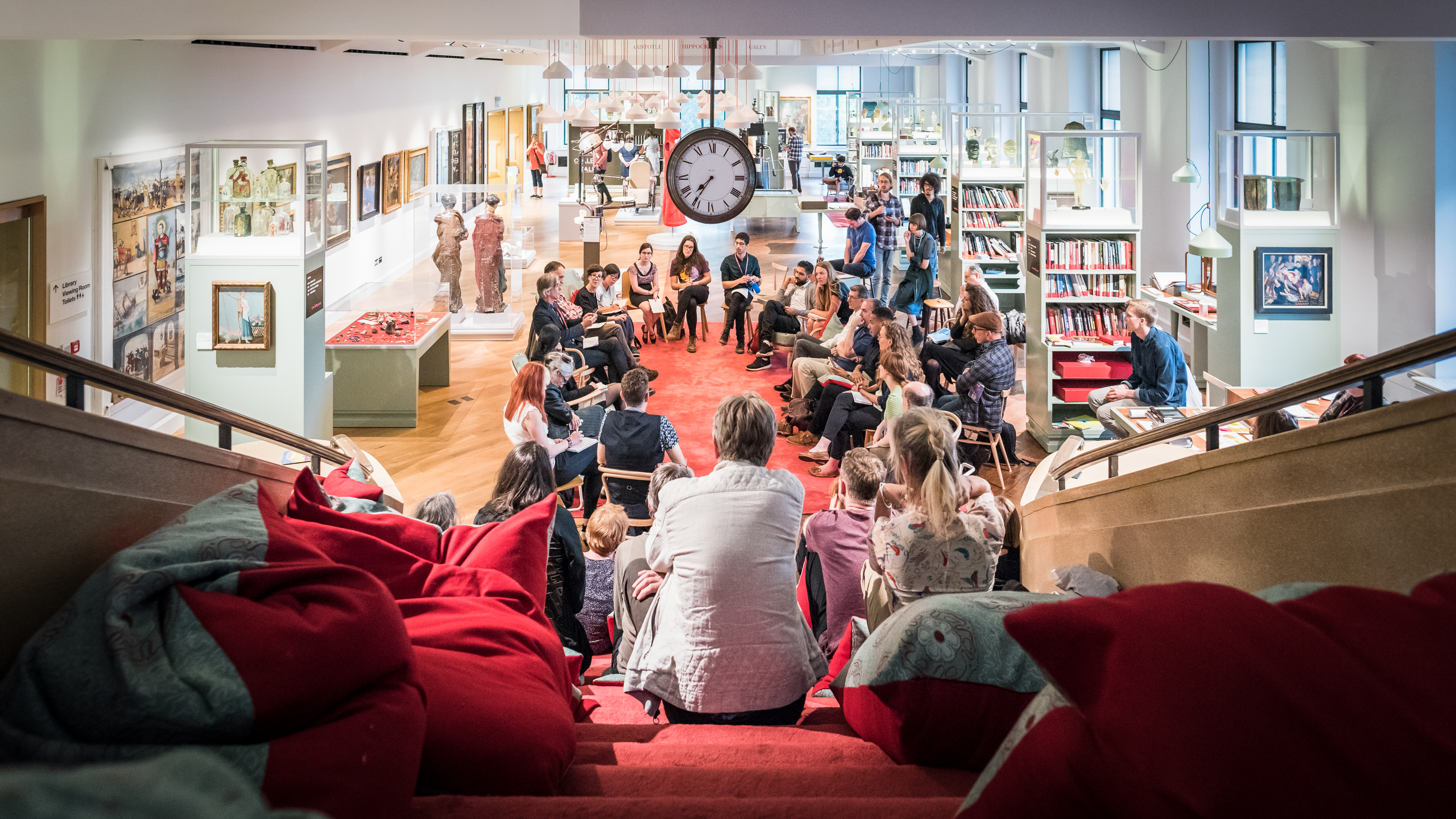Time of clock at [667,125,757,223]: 7:35
